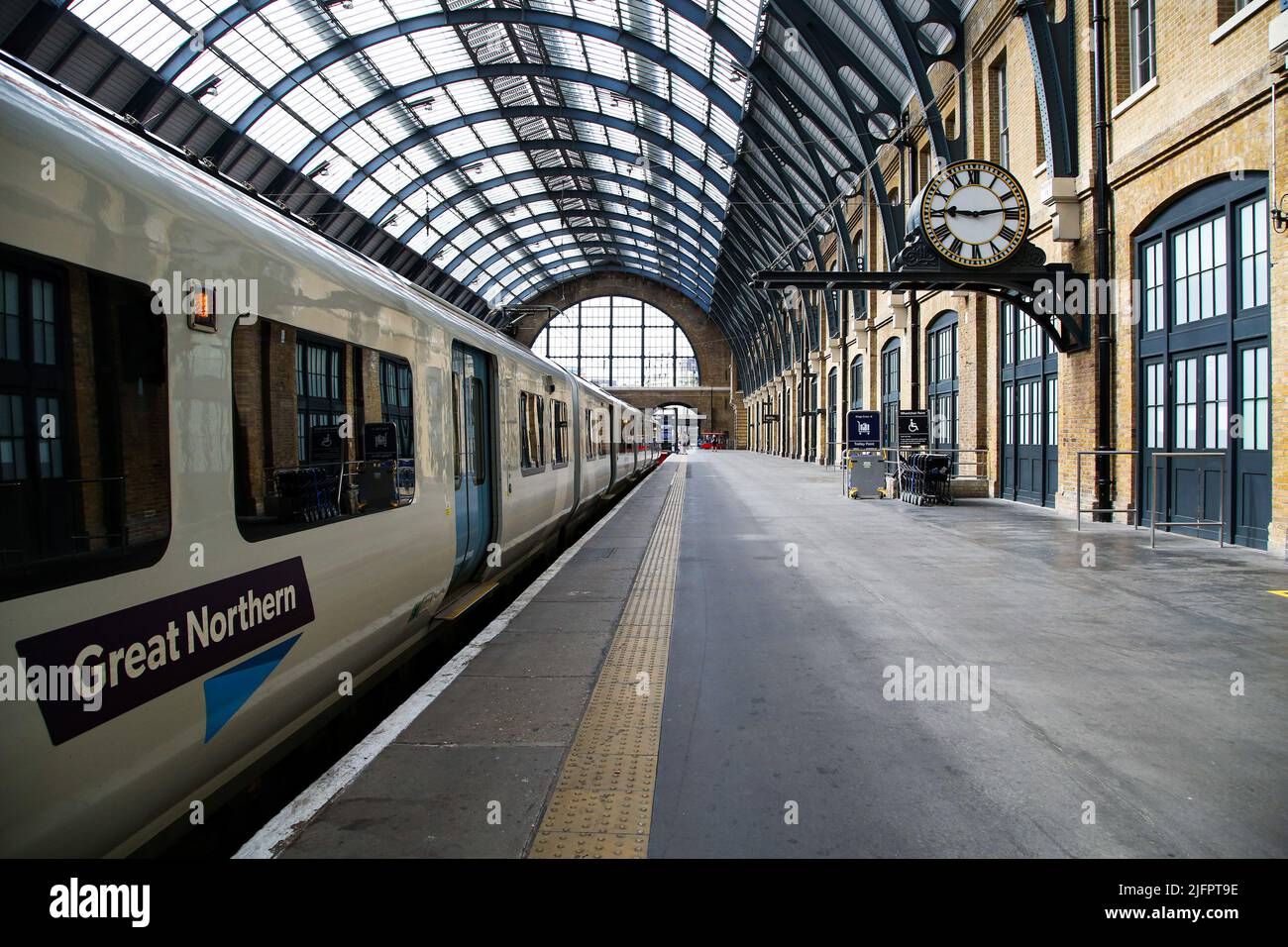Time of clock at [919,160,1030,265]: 9:13
